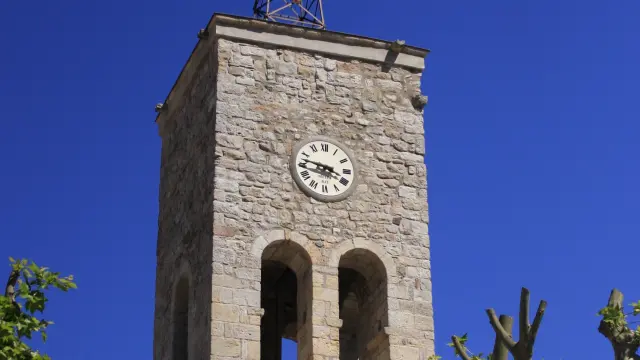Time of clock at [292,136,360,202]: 3:47
